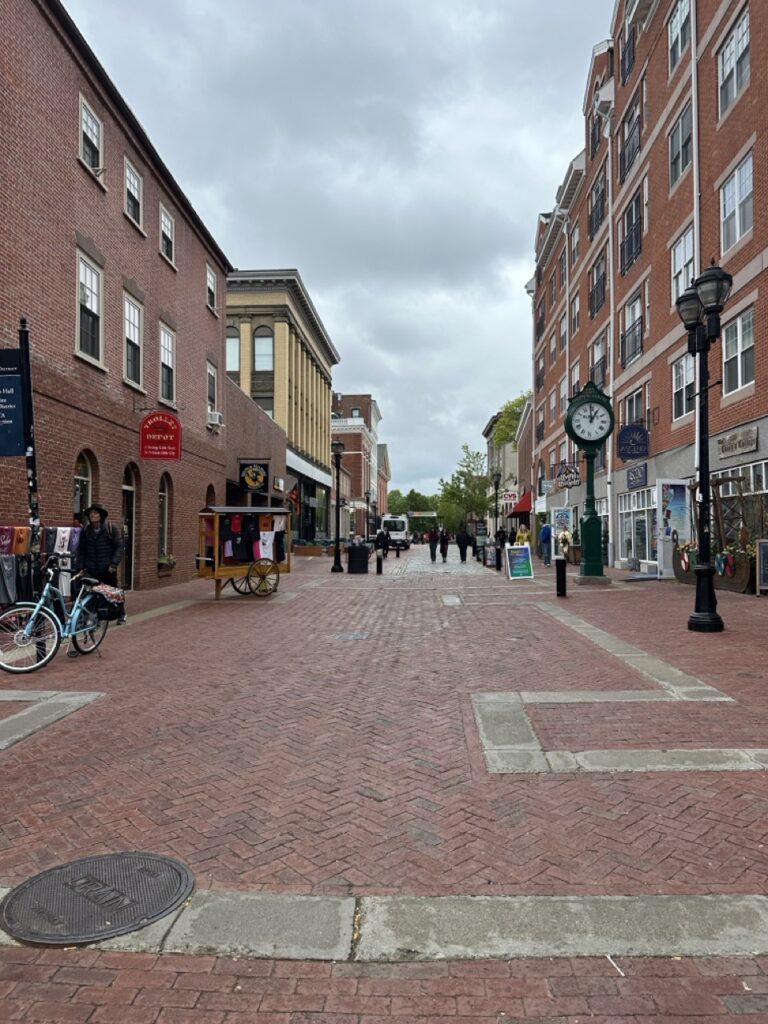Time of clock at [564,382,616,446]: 12:59
